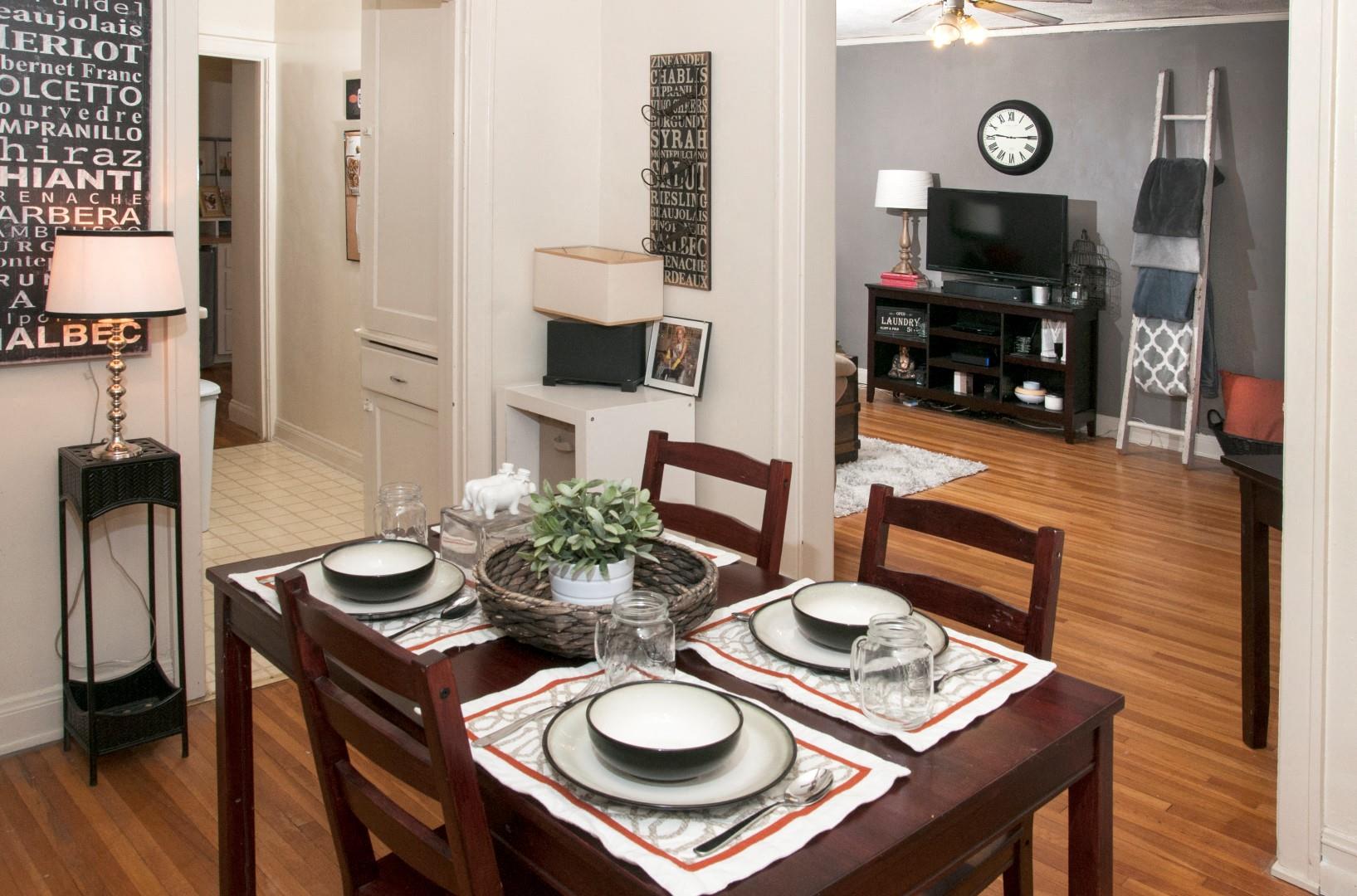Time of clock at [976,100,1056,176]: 9:14
